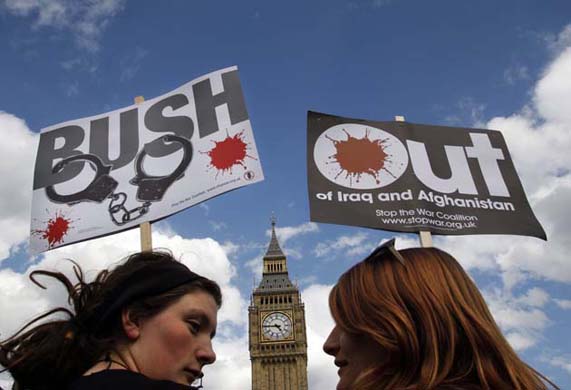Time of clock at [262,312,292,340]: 4:45
